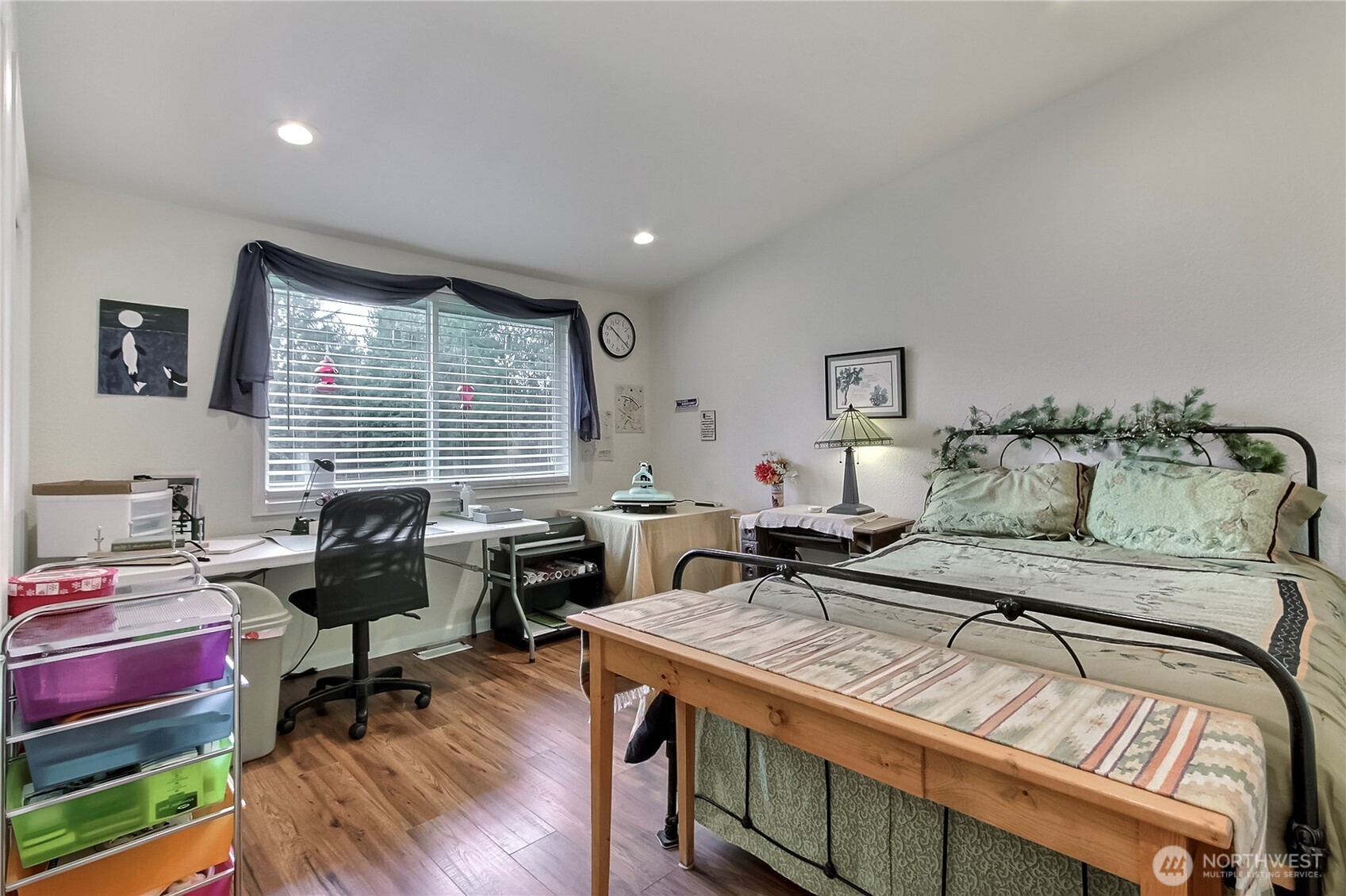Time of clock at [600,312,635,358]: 10:21
